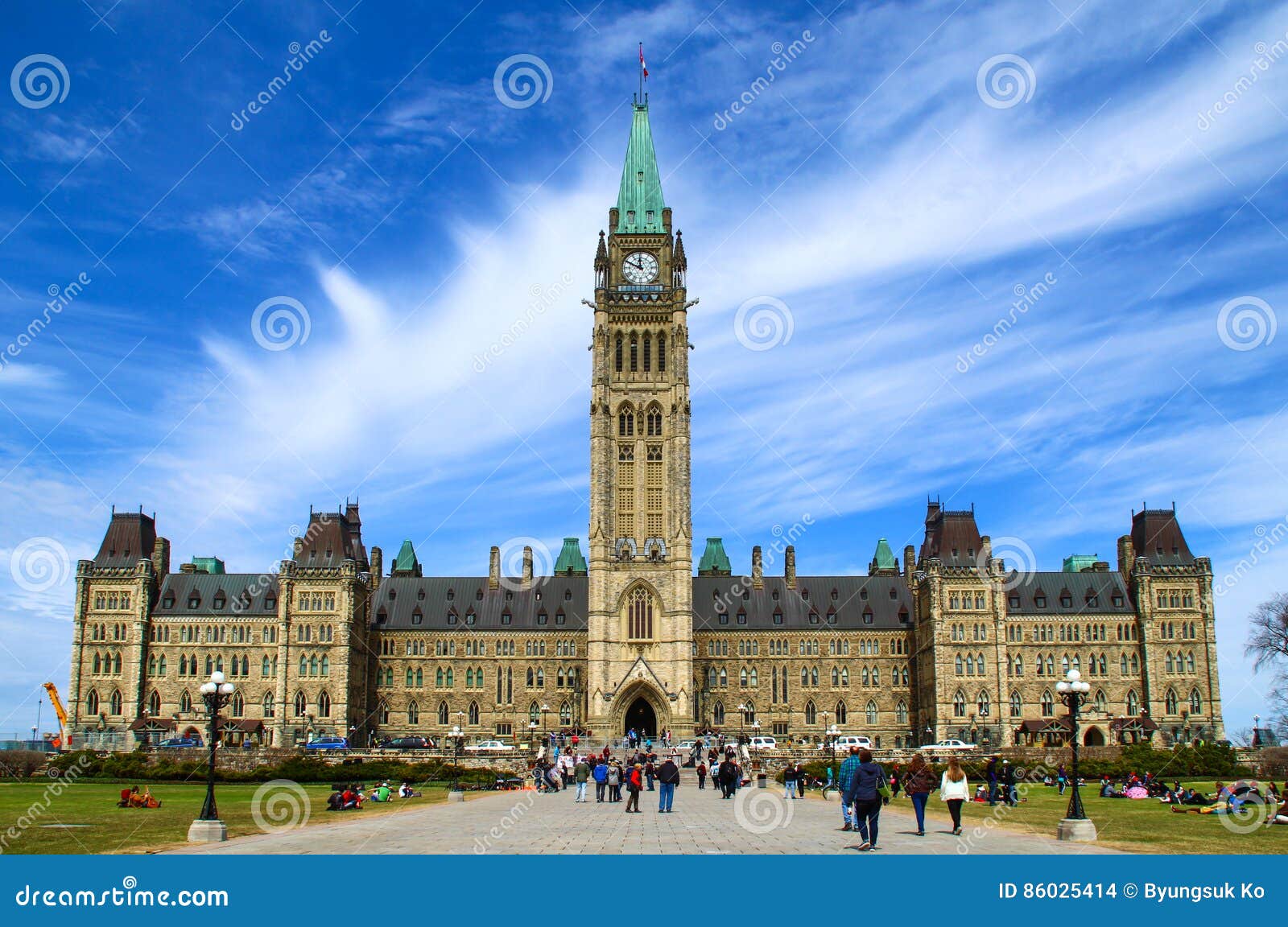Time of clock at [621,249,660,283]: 11:49
